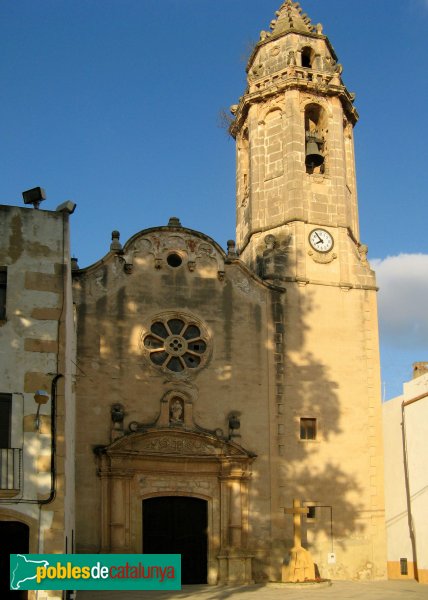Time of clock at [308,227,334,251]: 7:54
